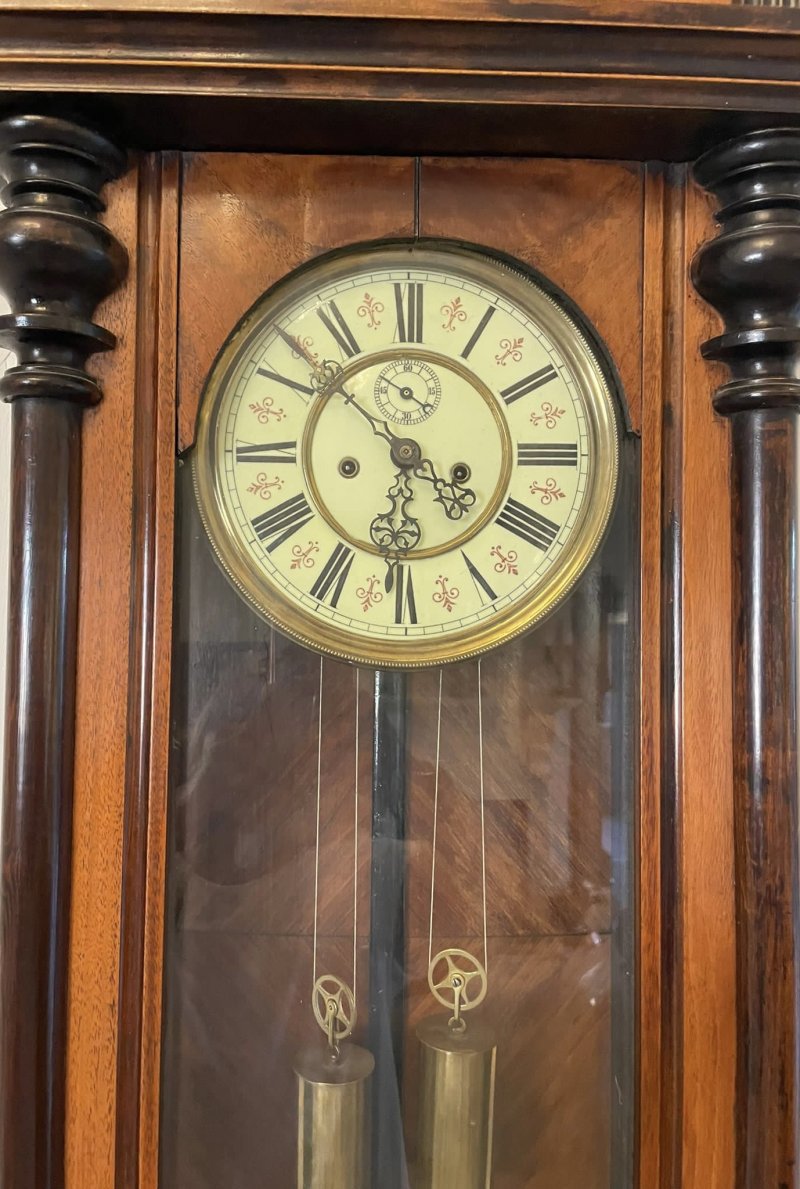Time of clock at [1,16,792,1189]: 5:51
